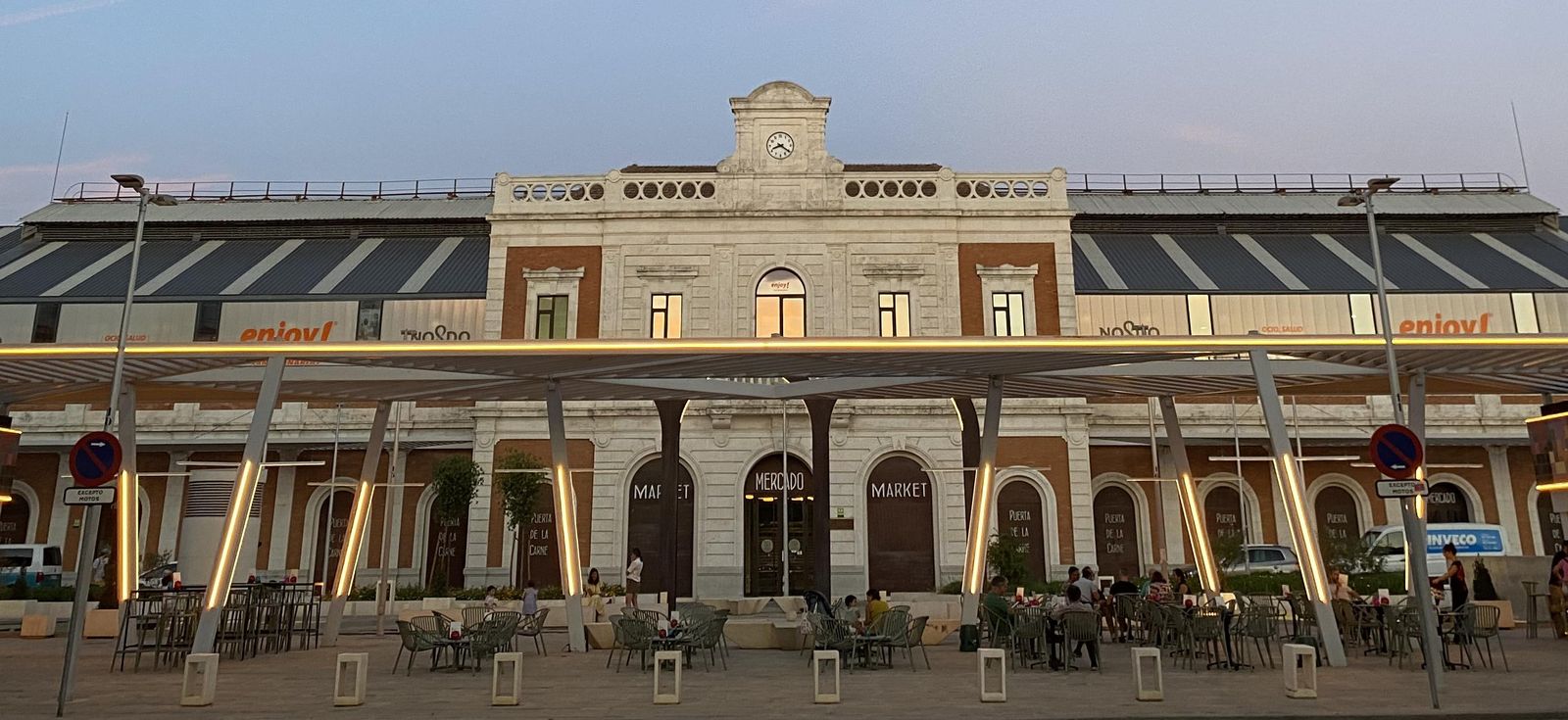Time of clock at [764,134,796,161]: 8:20
